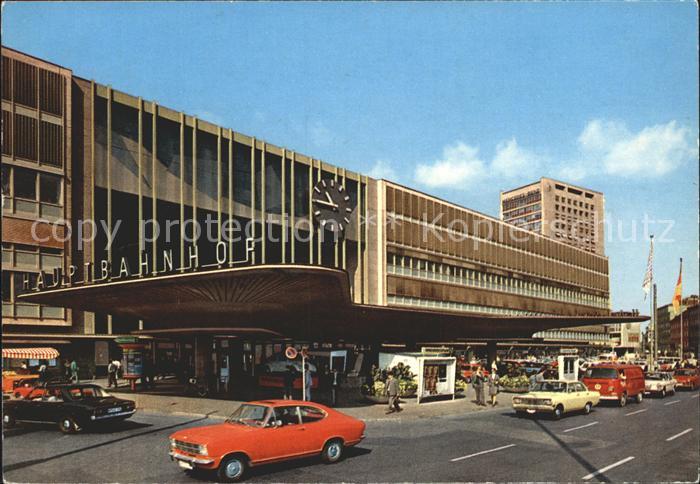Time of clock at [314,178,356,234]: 10:45
